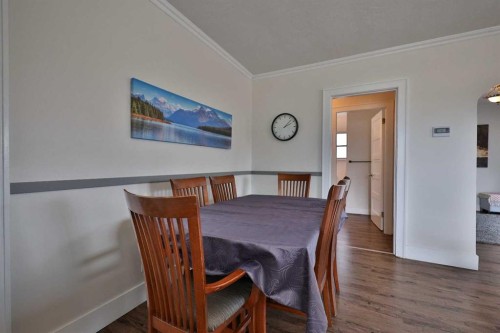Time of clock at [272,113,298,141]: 2:07
